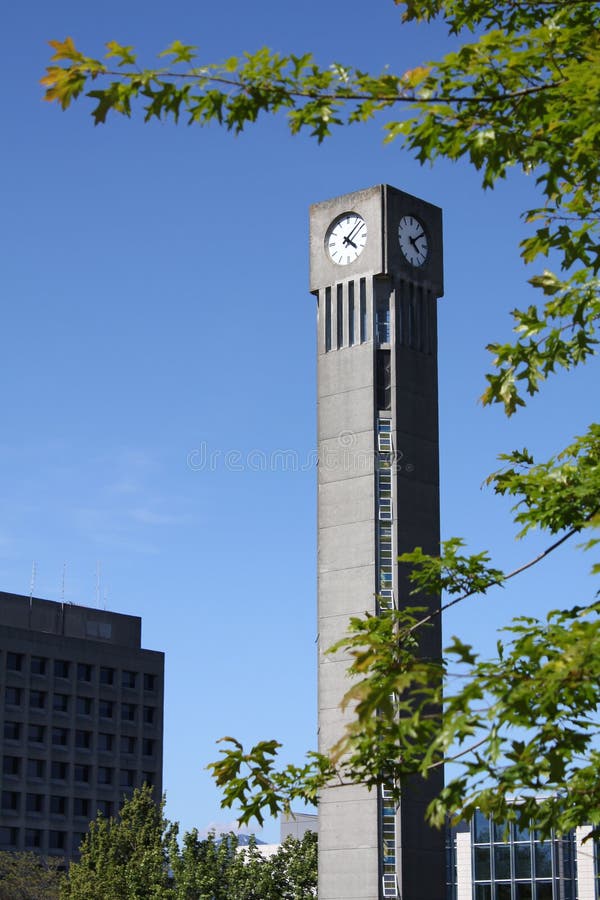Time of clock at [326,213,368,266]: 4:07
